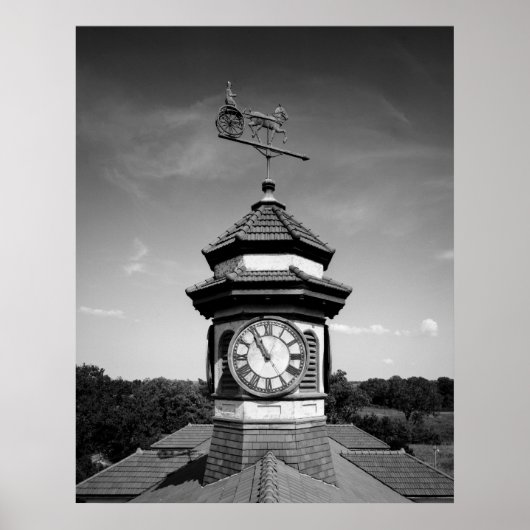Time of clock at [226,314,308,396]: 10:55
